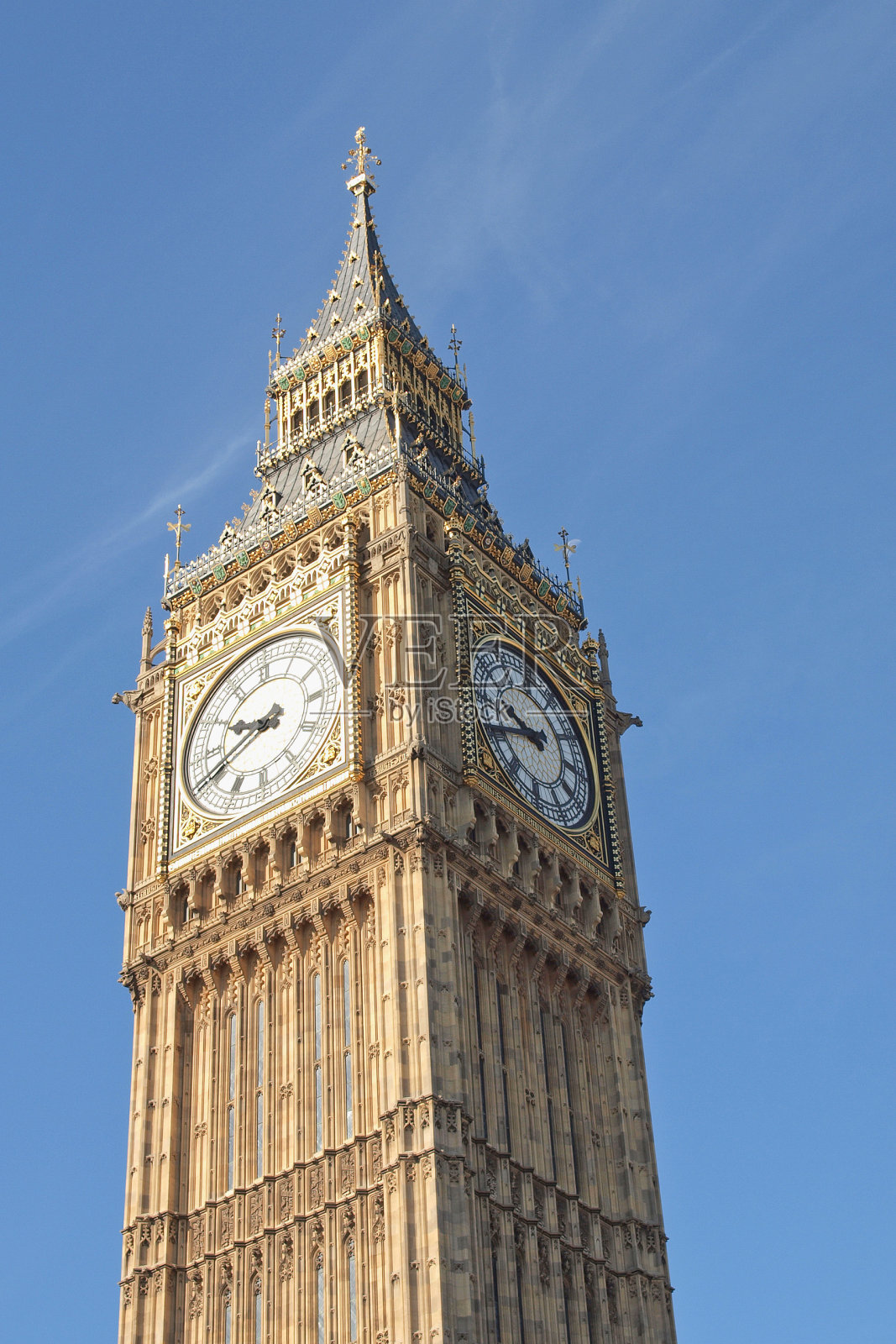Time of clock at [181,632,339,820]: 9:40
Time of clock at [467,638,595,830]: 9:42
